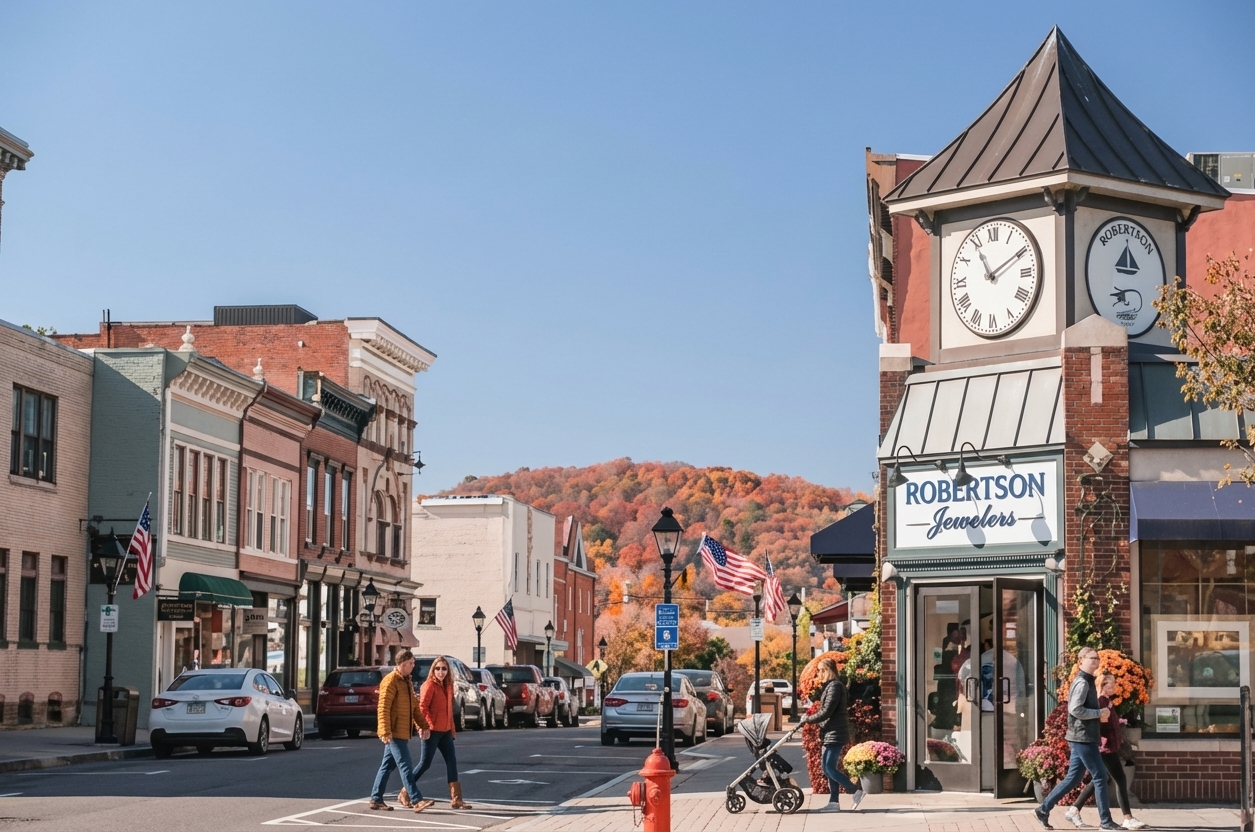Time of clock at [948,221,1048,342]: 11:09
